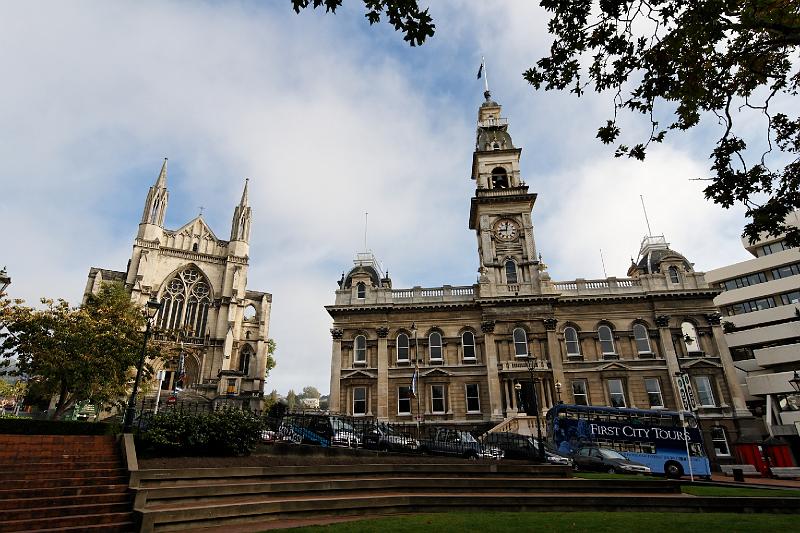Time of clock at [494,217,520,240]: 9:01
